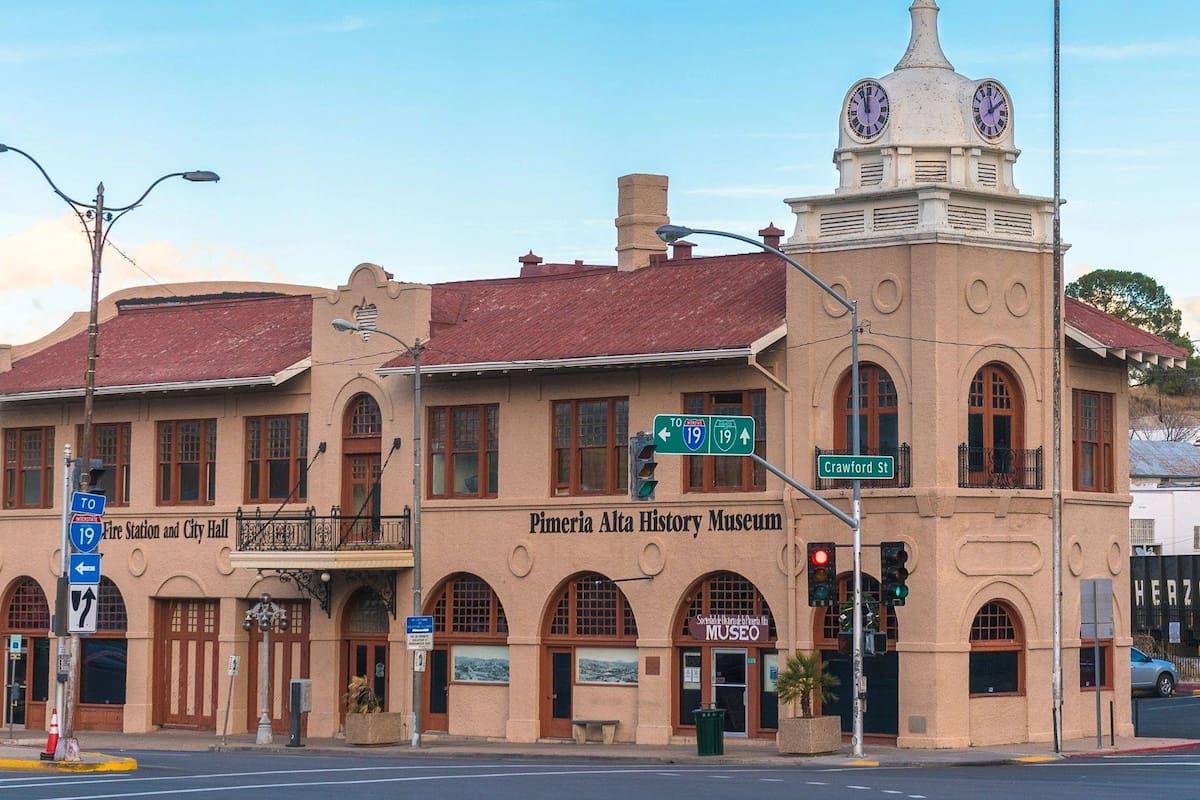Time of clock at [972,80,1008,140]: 1:59
